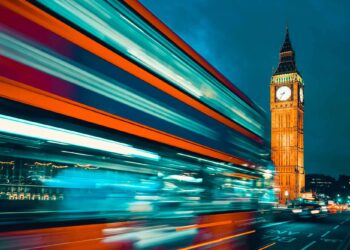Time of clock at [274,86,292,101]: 8:36
